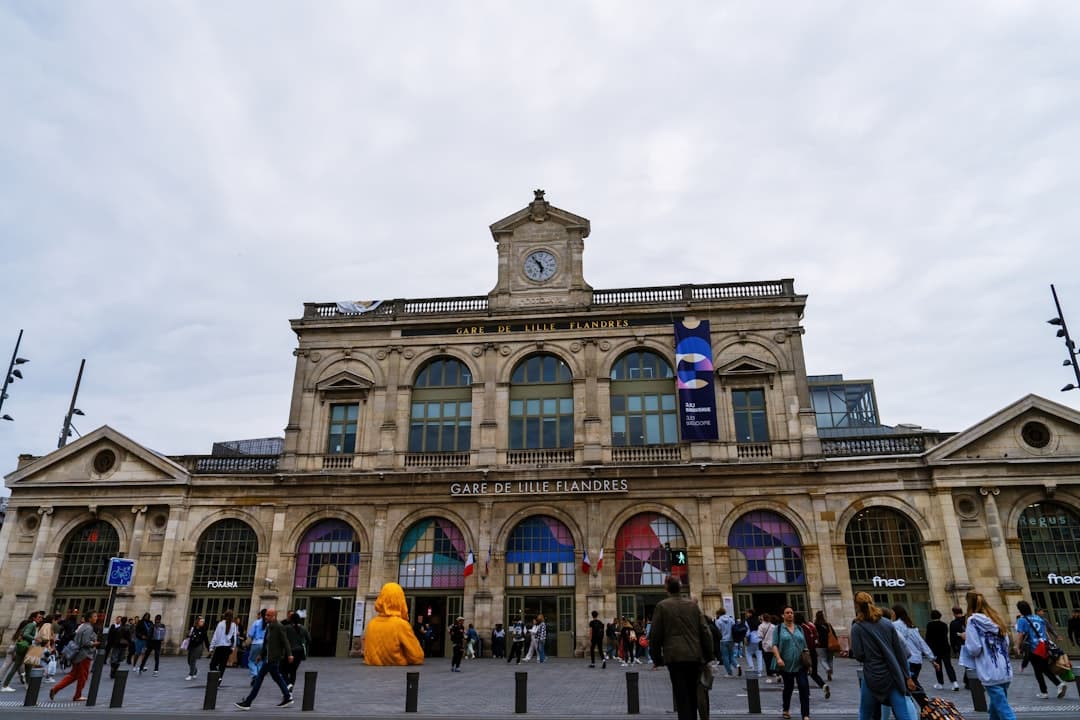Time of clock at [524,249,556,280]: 5:53
